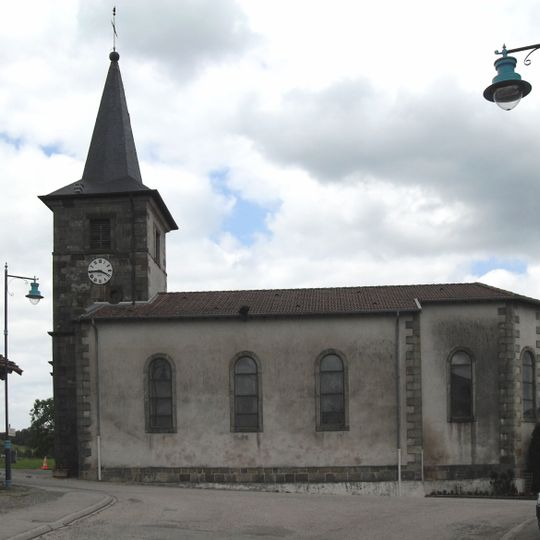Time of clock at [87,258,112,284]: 3:44
